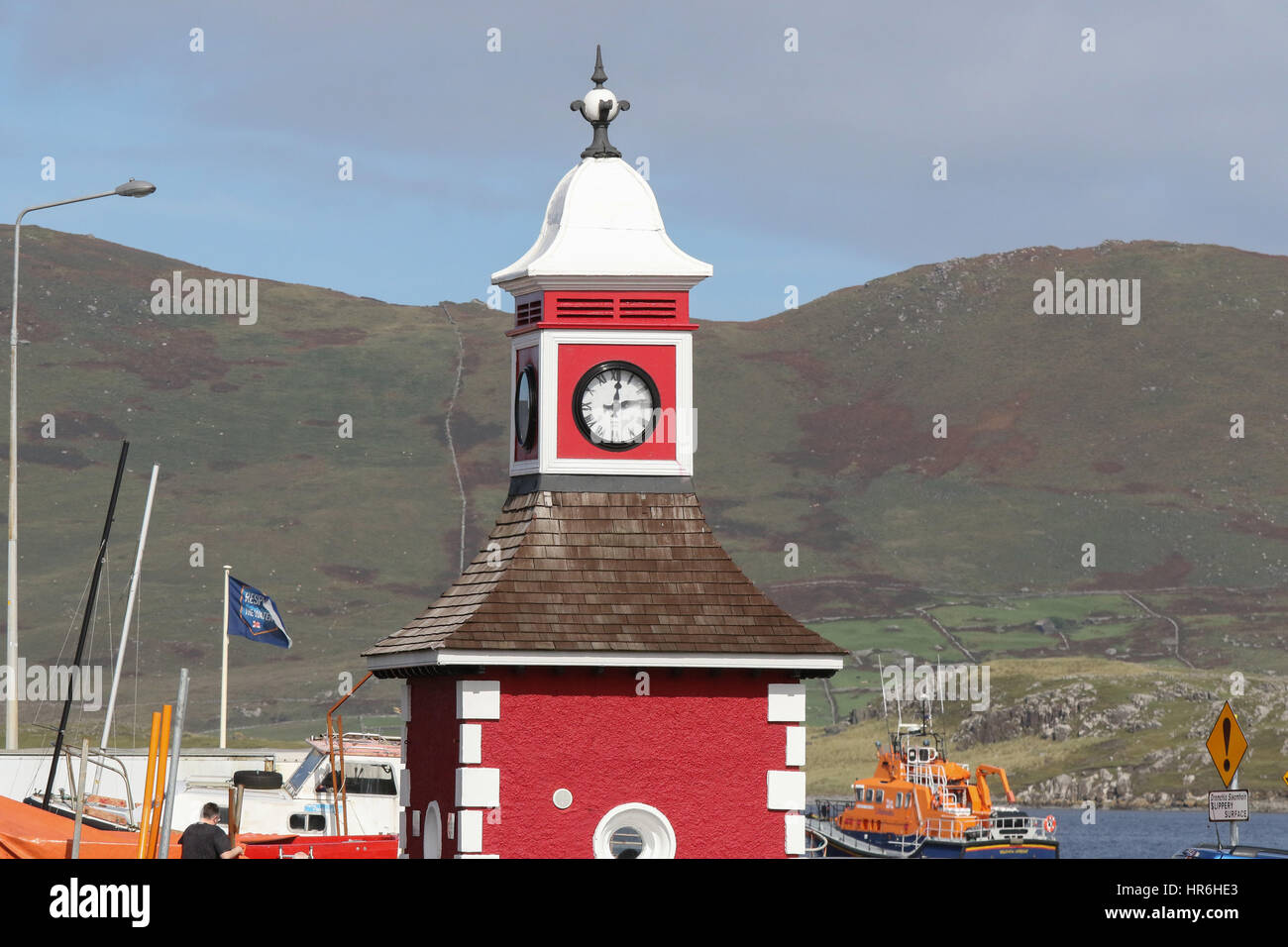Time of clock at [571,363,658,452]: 12:13
